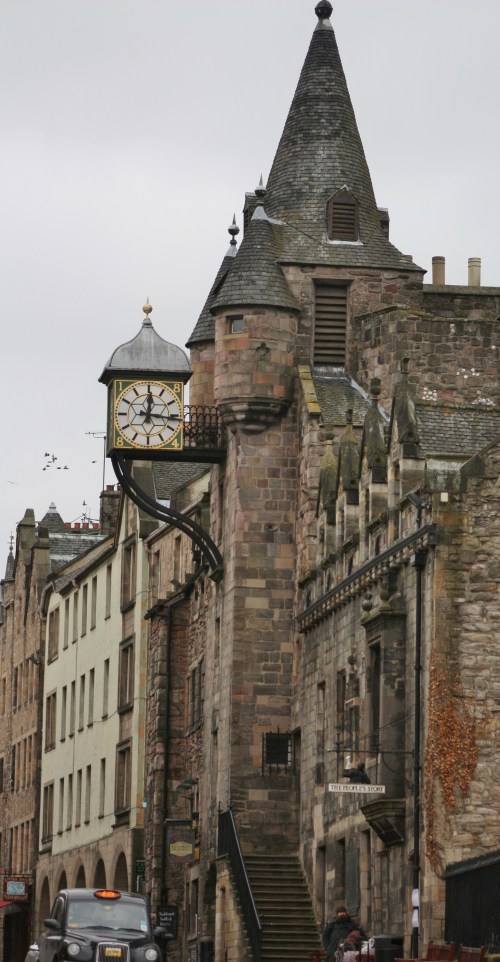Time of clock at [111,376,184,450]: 12:16
